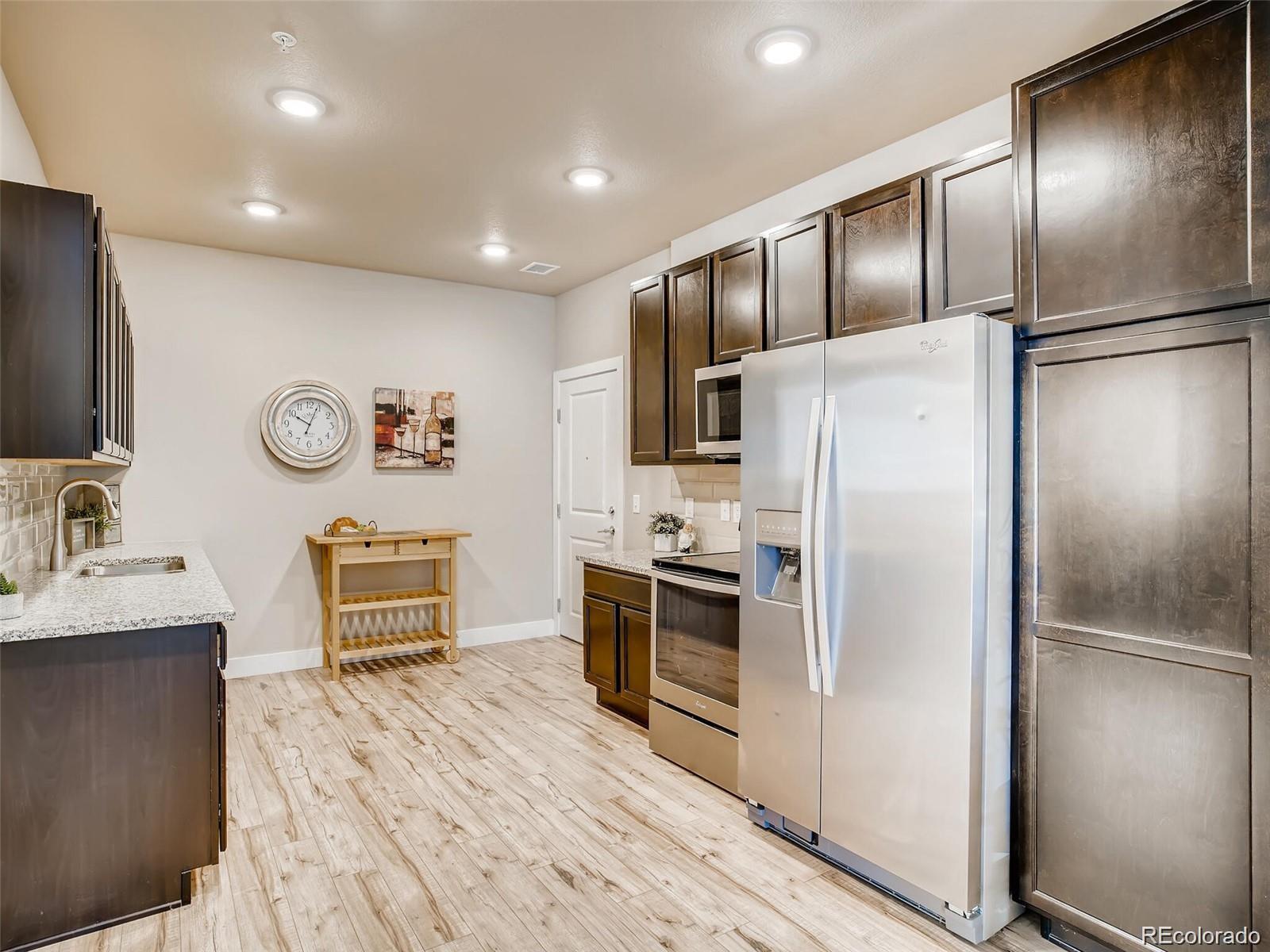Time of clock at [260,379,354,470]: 10:03
